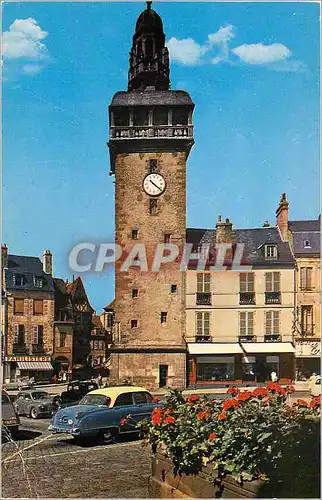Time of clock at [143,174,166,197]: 10:21
